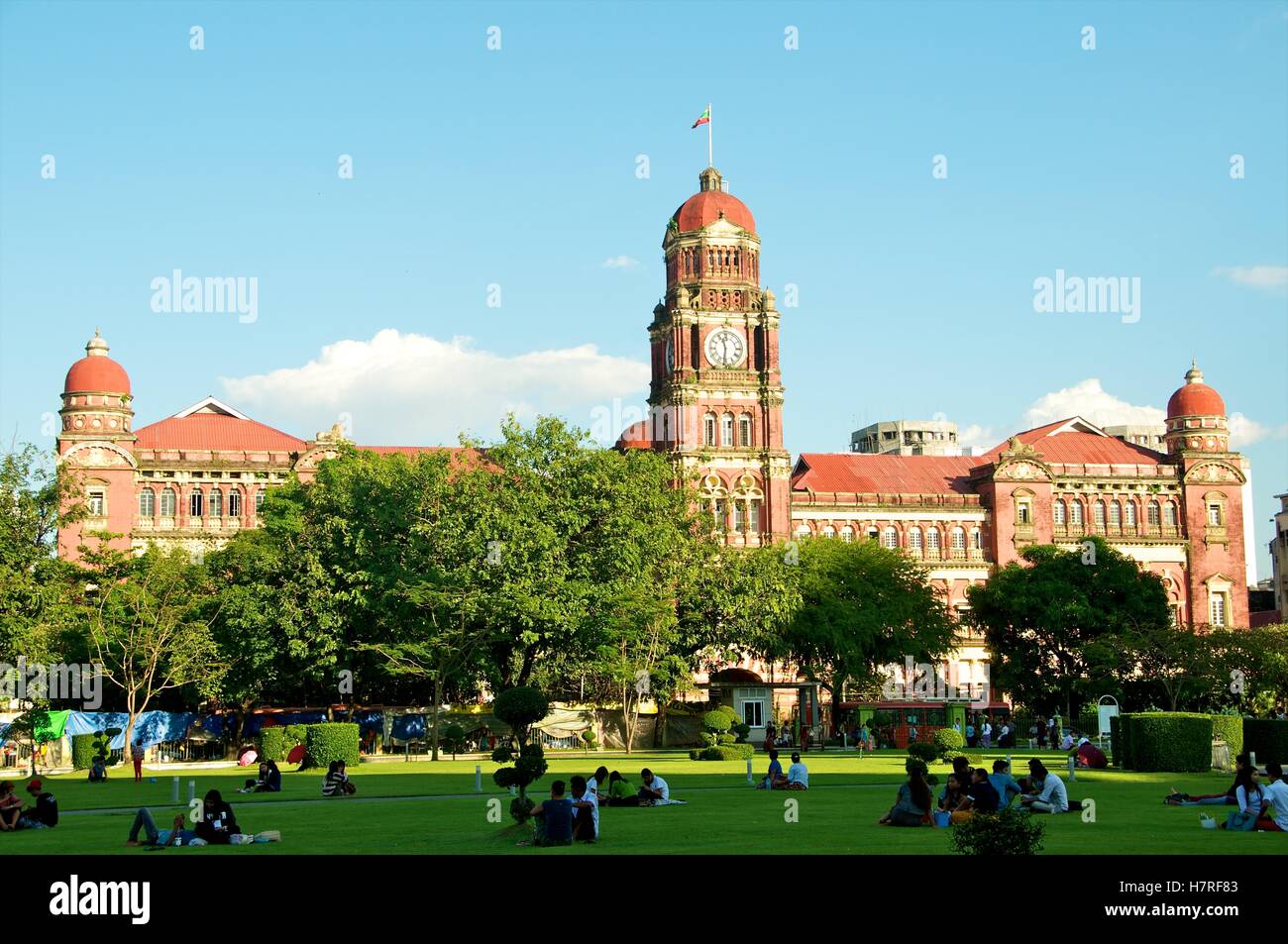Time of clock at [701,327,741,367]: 11:31
